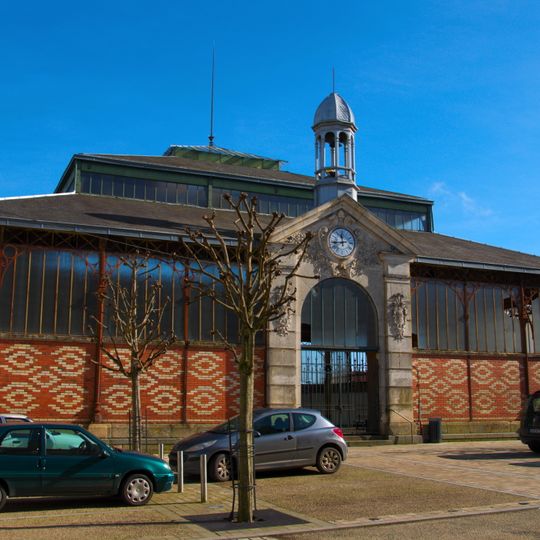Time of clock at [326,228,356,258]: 11:44
